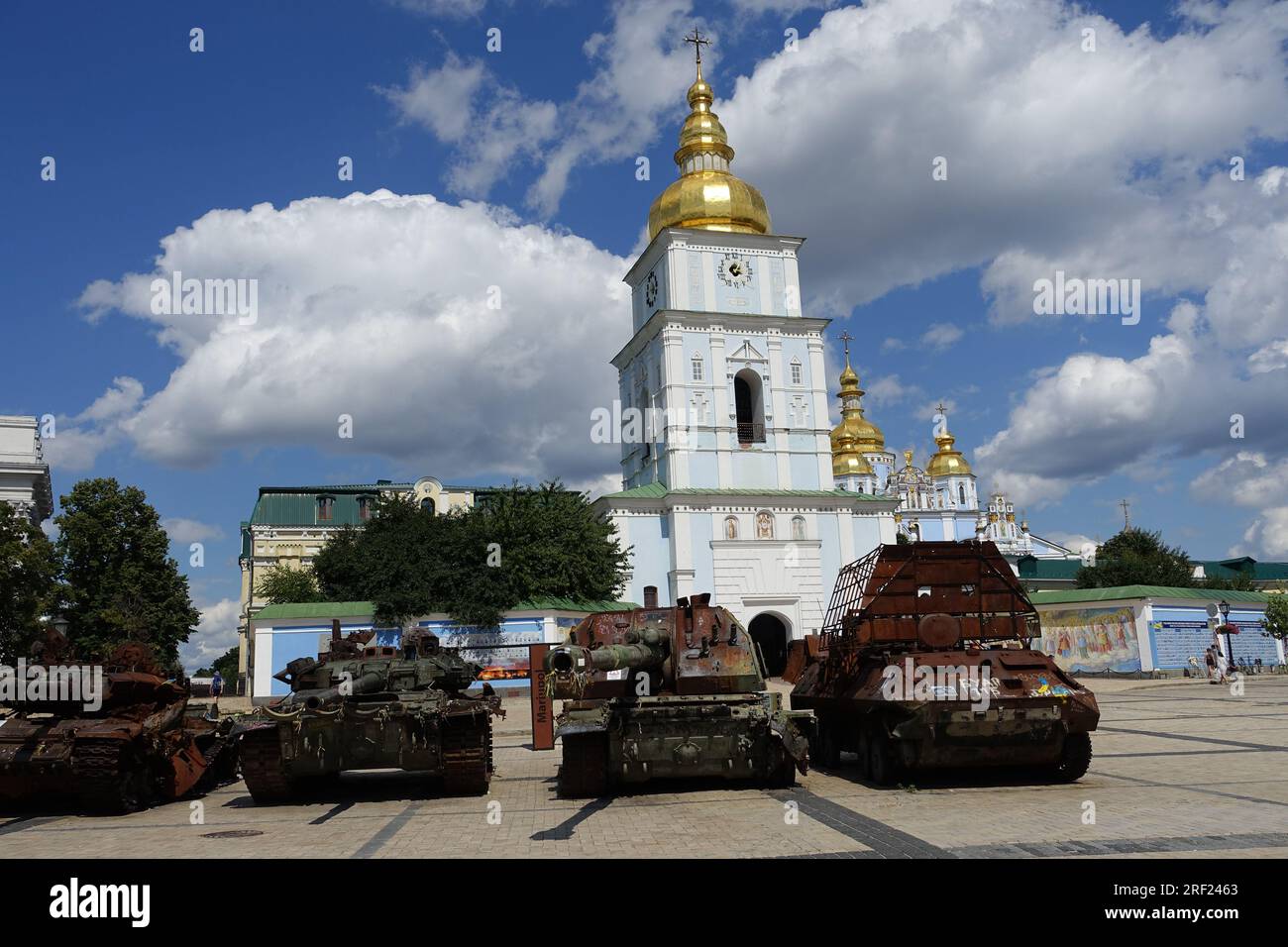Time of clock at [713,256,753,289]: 1:18
